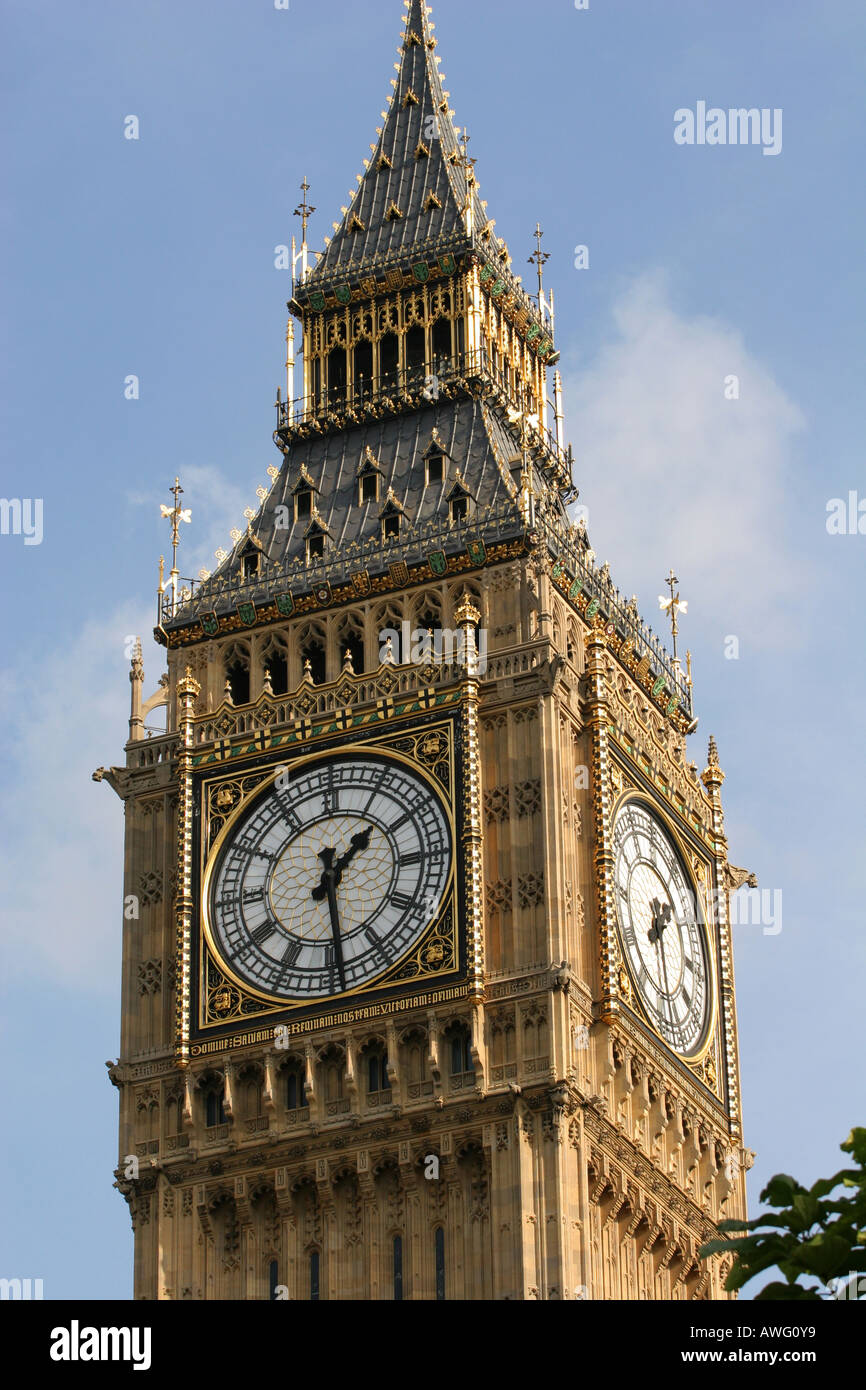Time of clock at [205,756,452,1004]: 1:29
